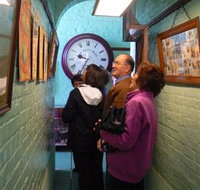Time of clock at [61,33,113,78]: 9:34
